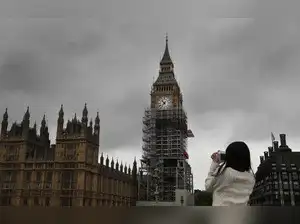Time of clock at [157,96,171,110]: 10:37
